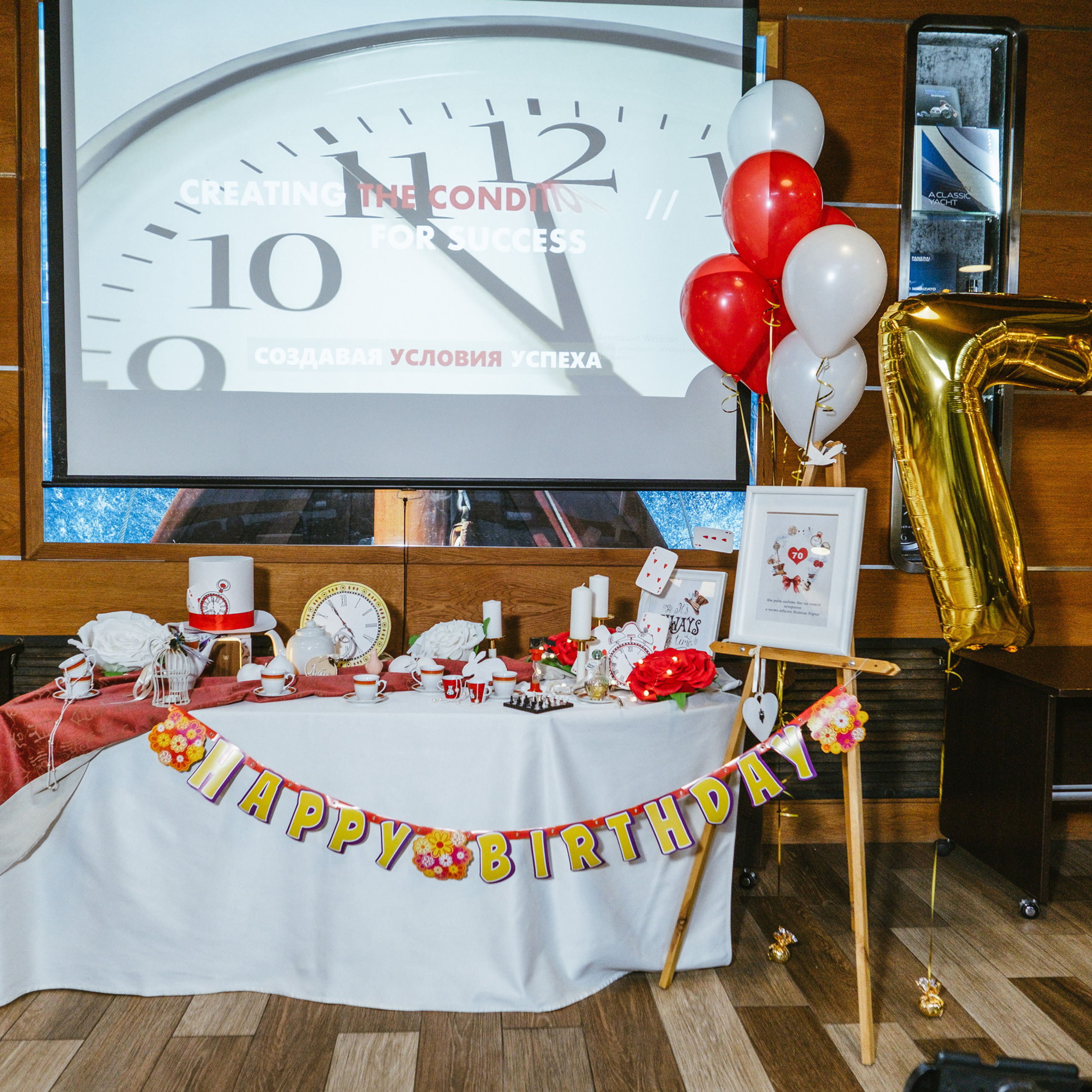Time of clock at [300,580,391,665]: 4:54
